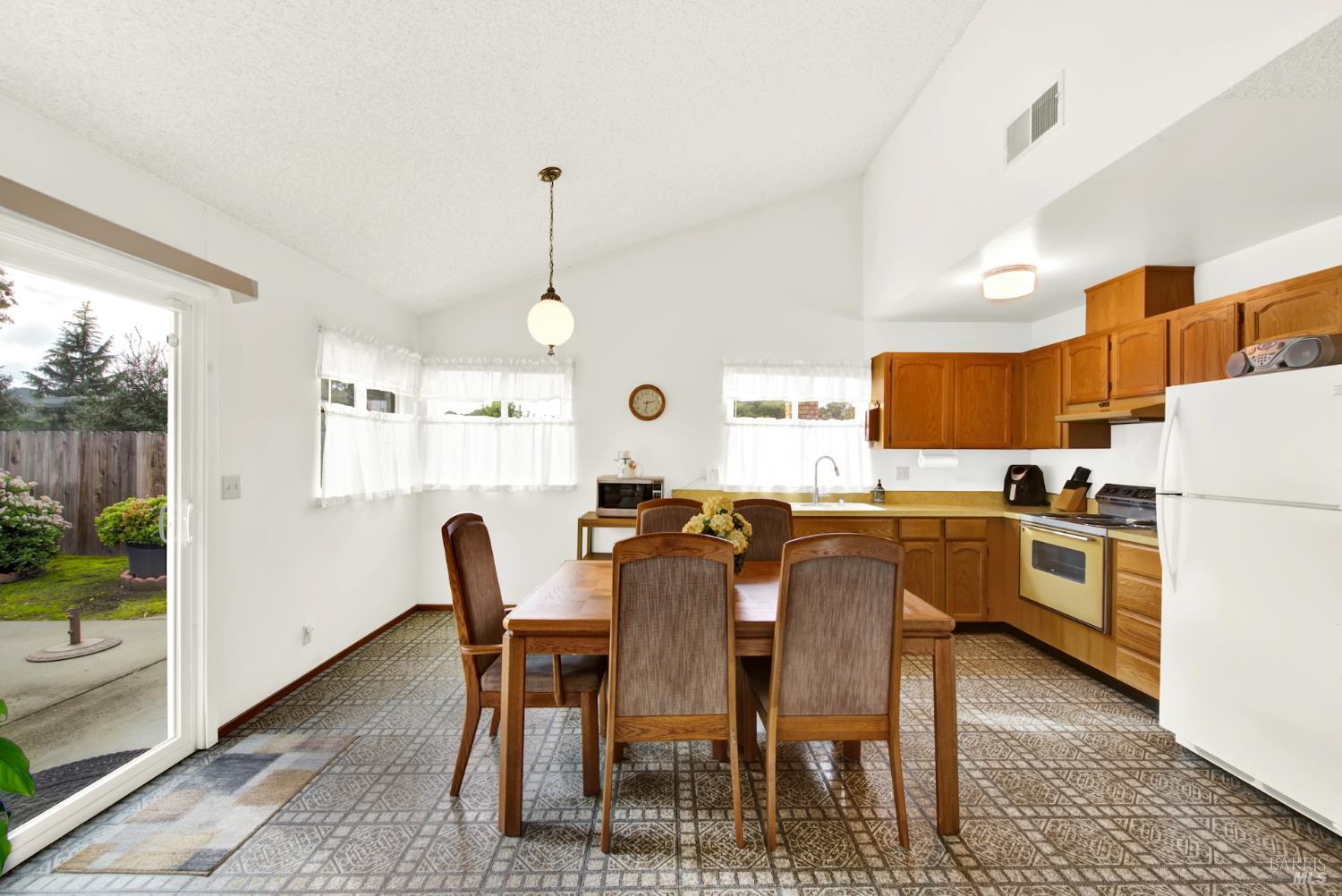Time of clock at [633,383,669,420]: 2:32
